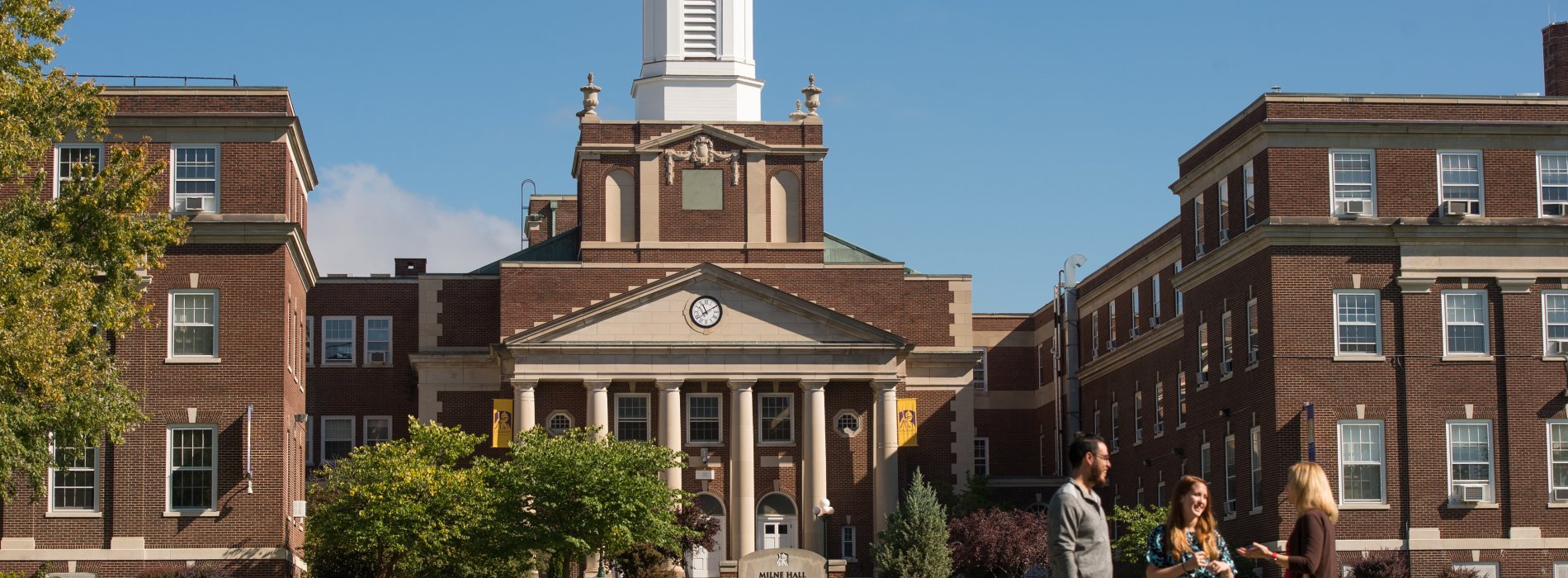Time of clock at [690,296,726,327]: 11:09
